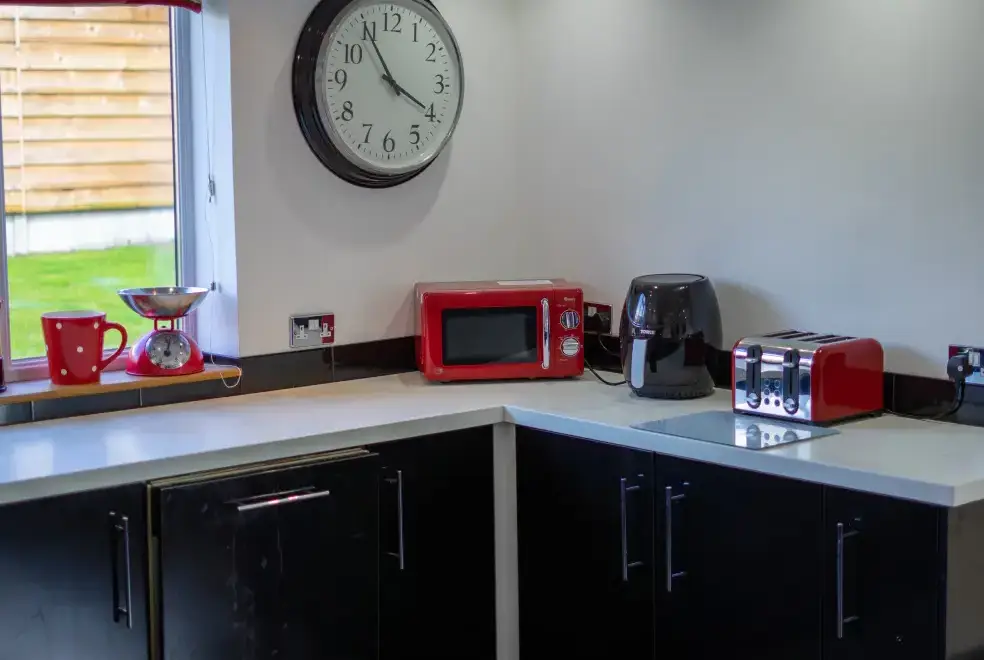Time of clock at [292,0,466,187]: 3:54
